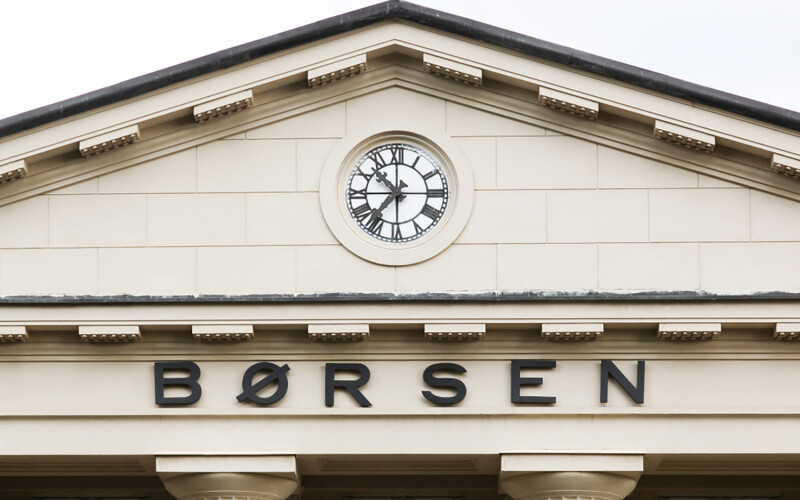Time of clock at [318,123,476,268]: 10:36
